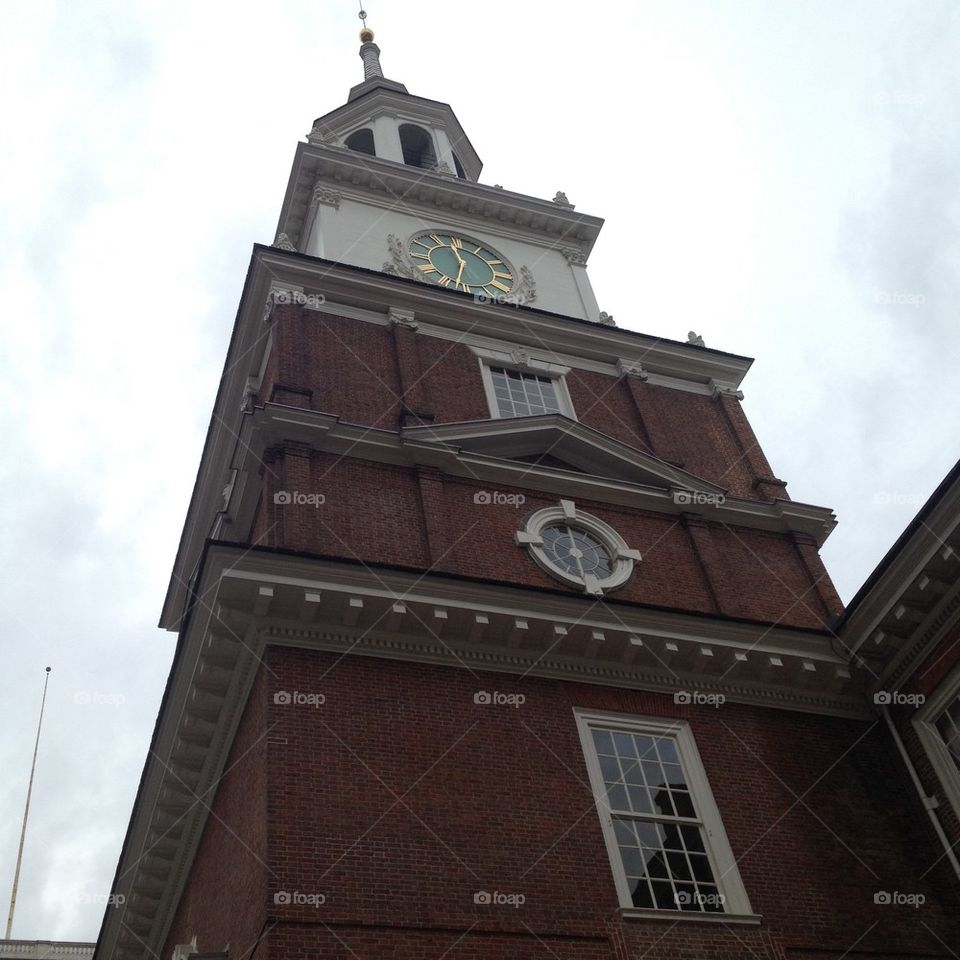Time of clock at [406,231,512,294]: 11:32
